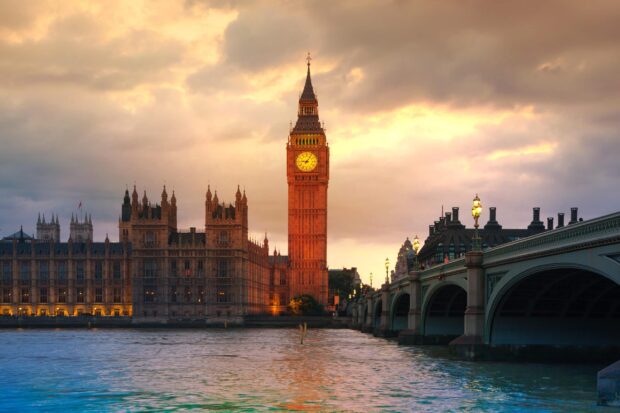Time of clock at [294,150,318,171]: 9:05
